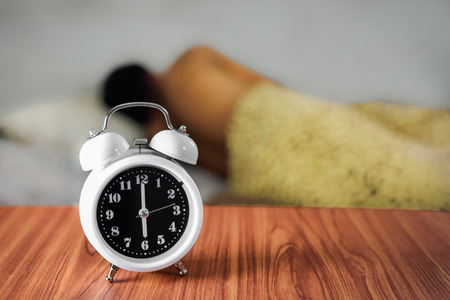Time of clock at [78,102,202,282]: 6:00
